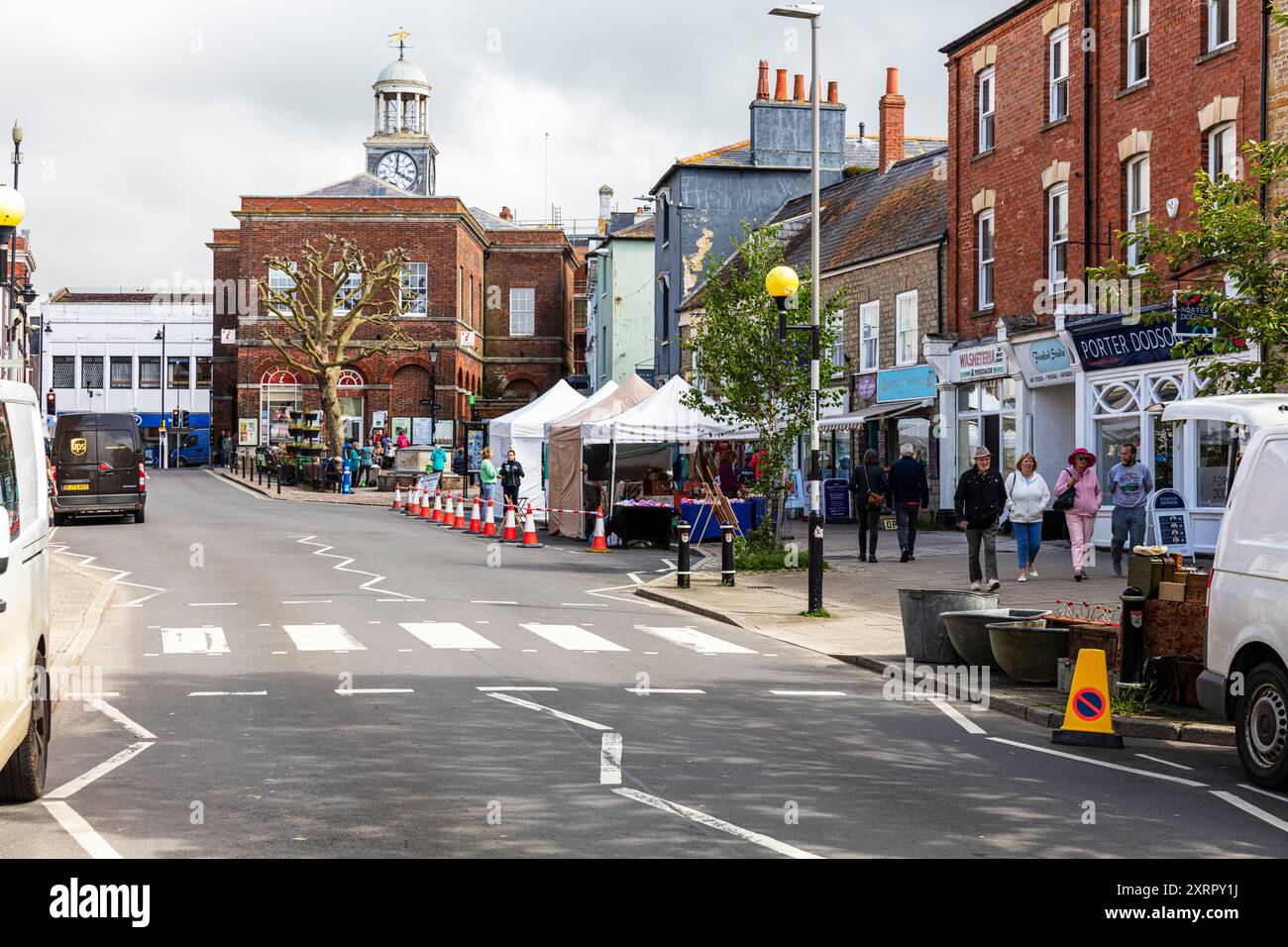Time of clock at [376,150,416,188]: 4:00
